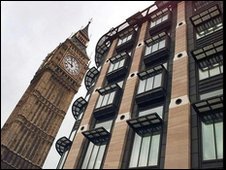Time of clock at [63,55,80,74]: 10:00
